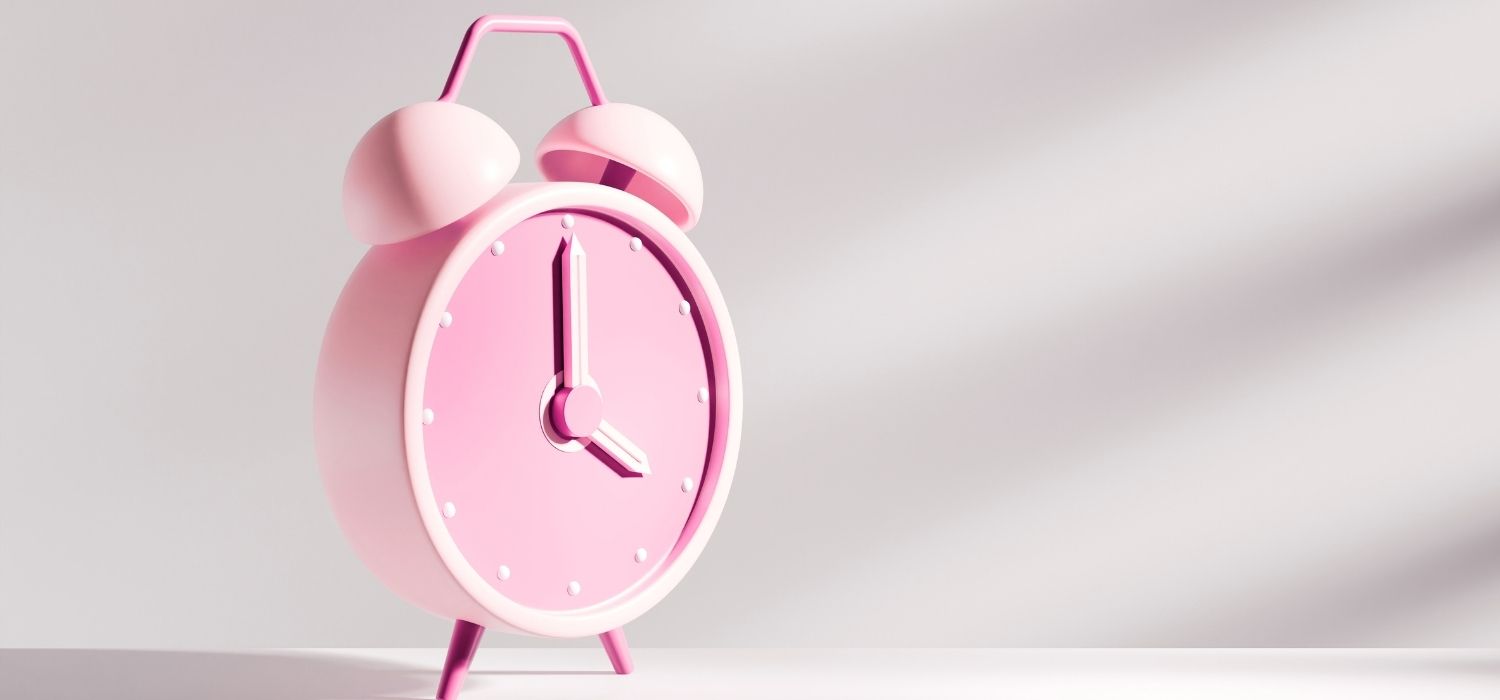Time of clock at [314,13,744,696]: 4:00
